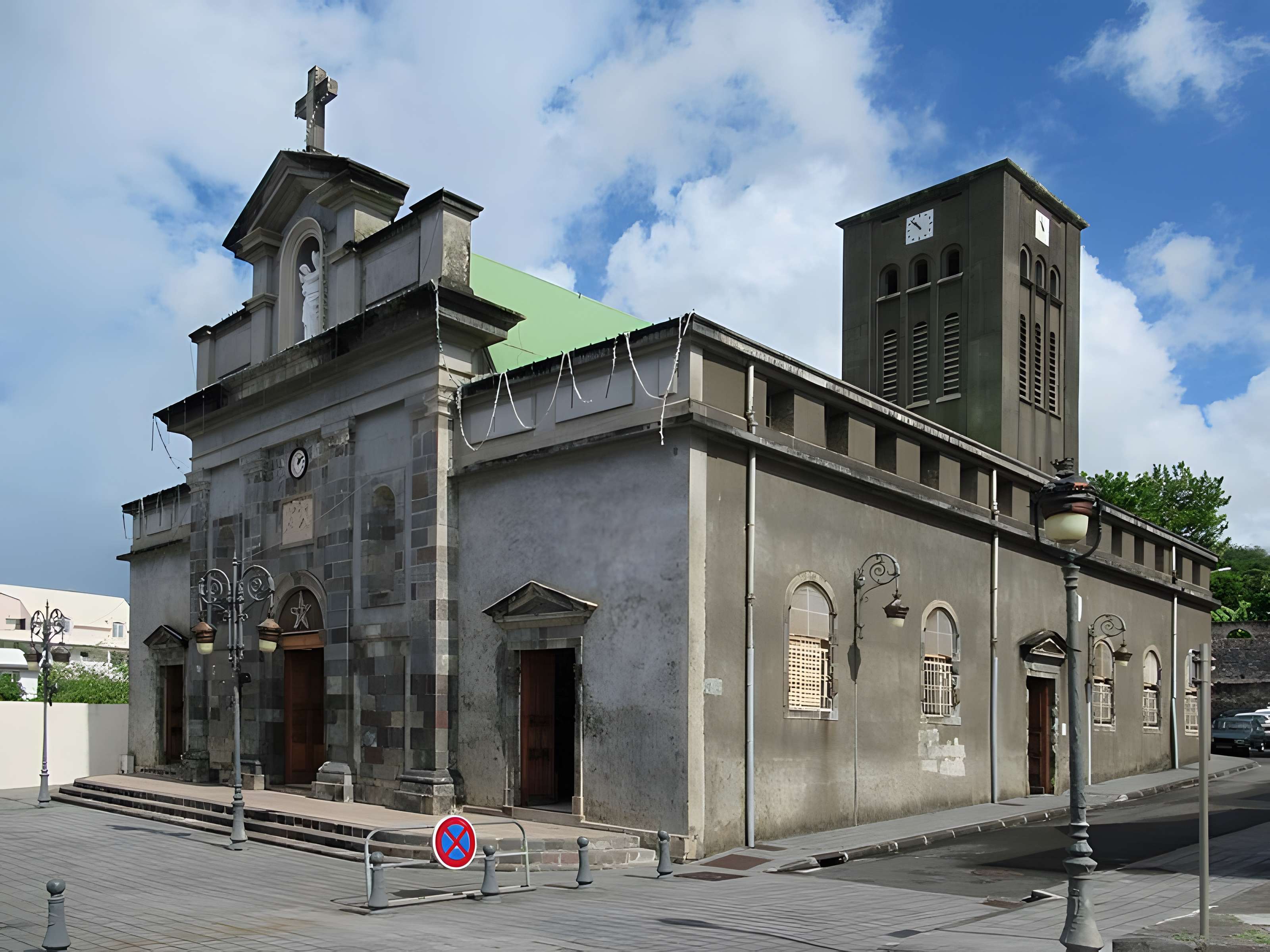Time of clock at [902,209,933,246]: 10:52
